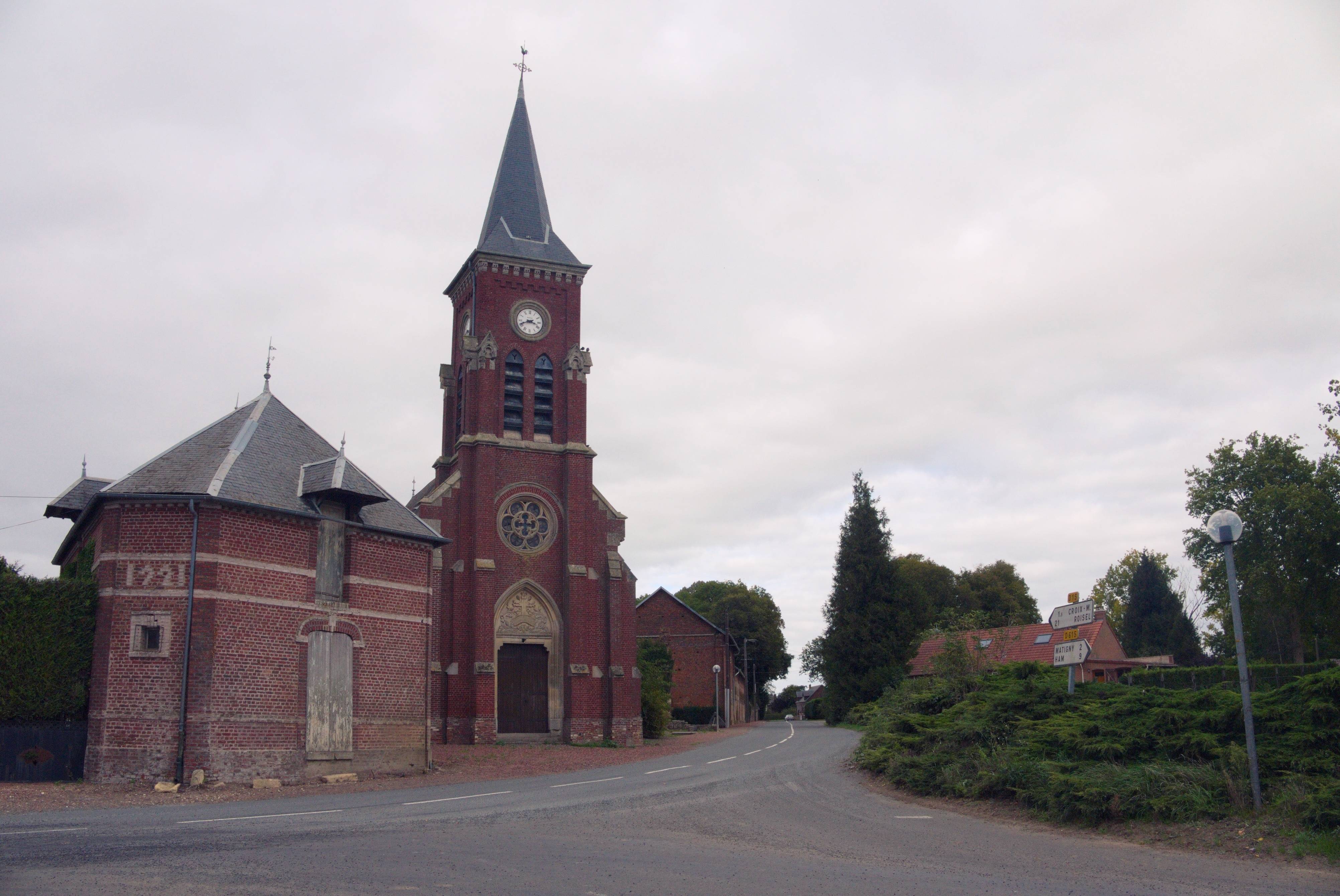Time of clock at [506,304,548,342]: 3:41
